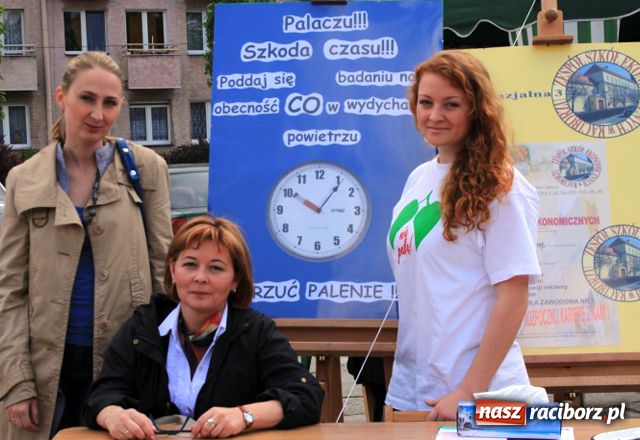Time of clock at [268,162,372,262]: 10:06
